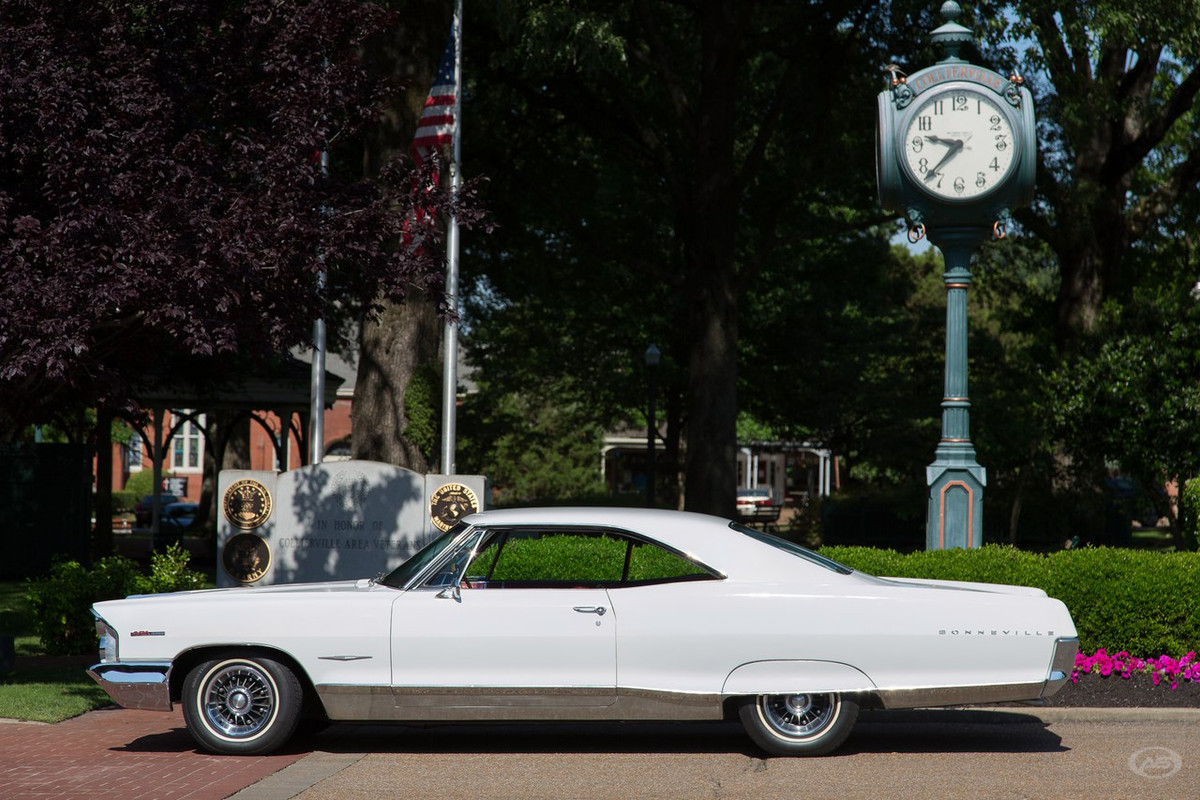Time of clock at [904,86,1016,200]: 9:37
